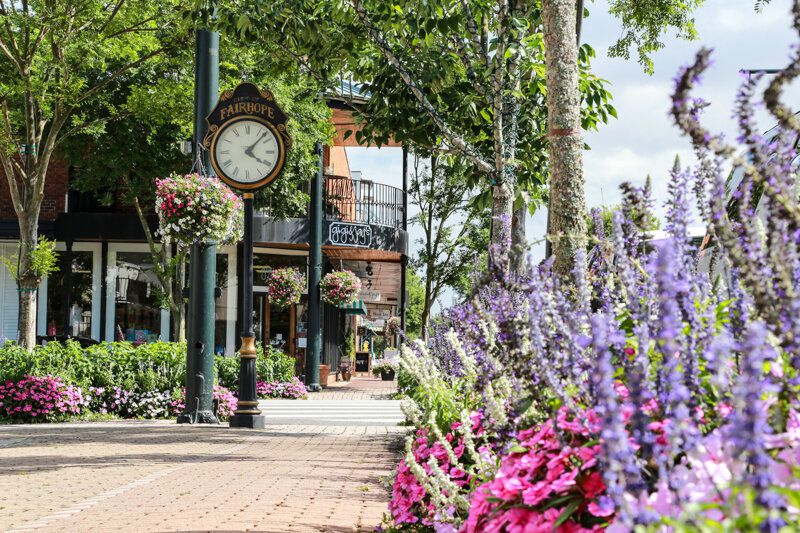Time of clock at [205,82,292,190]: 4:07
